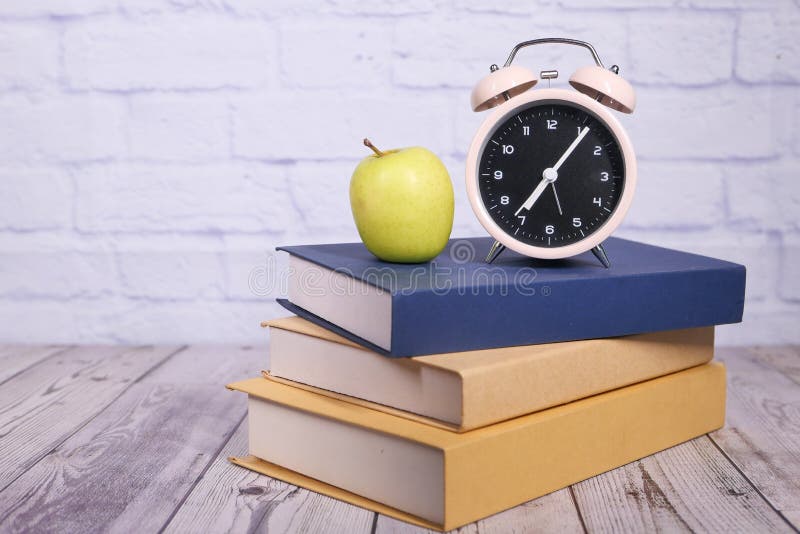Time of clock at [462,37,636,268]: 7:06
